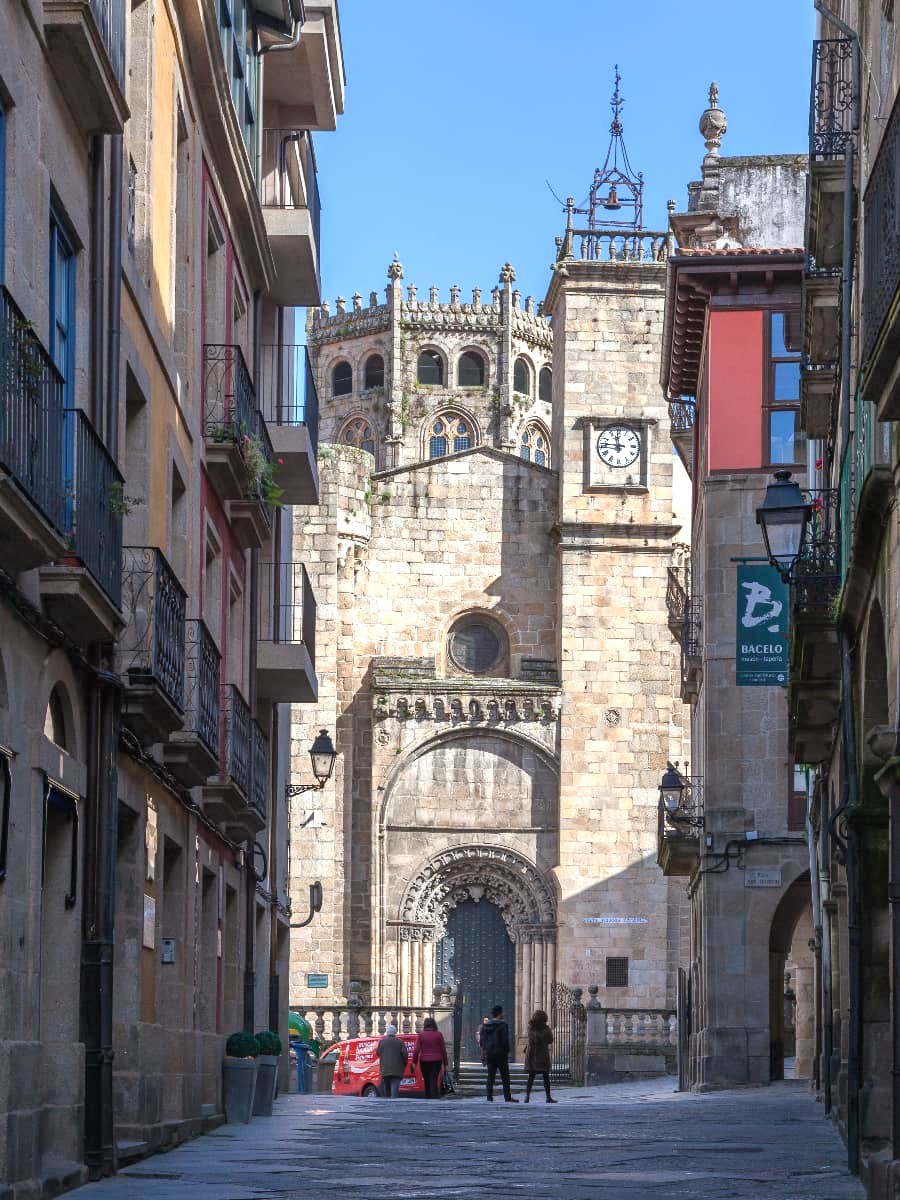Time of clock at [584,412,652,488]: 11:46
